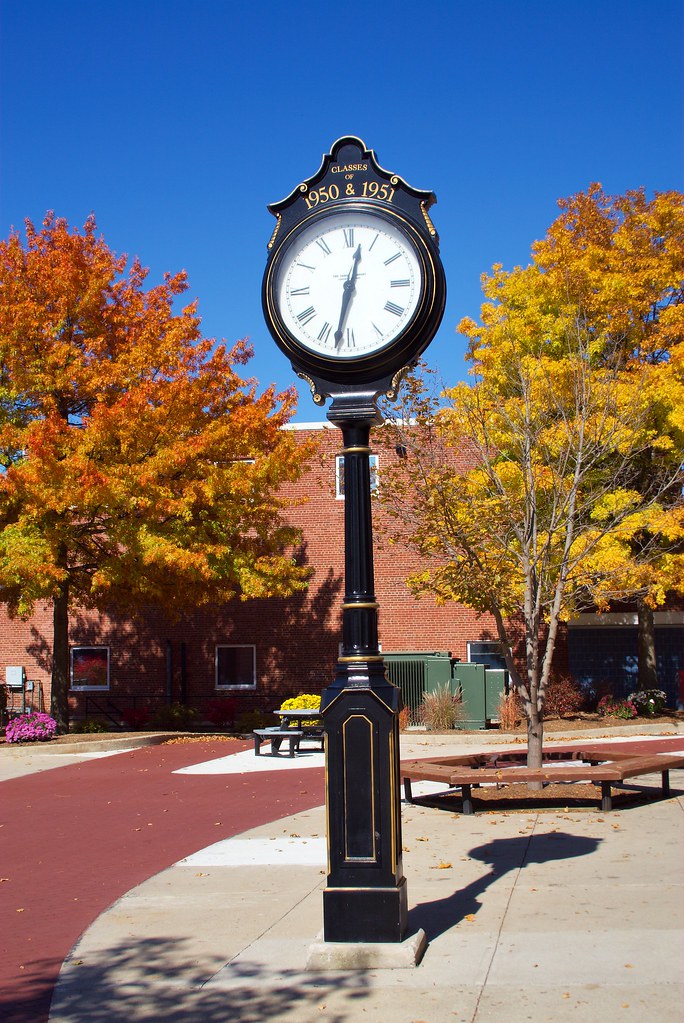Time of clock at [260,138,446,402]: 12:32
